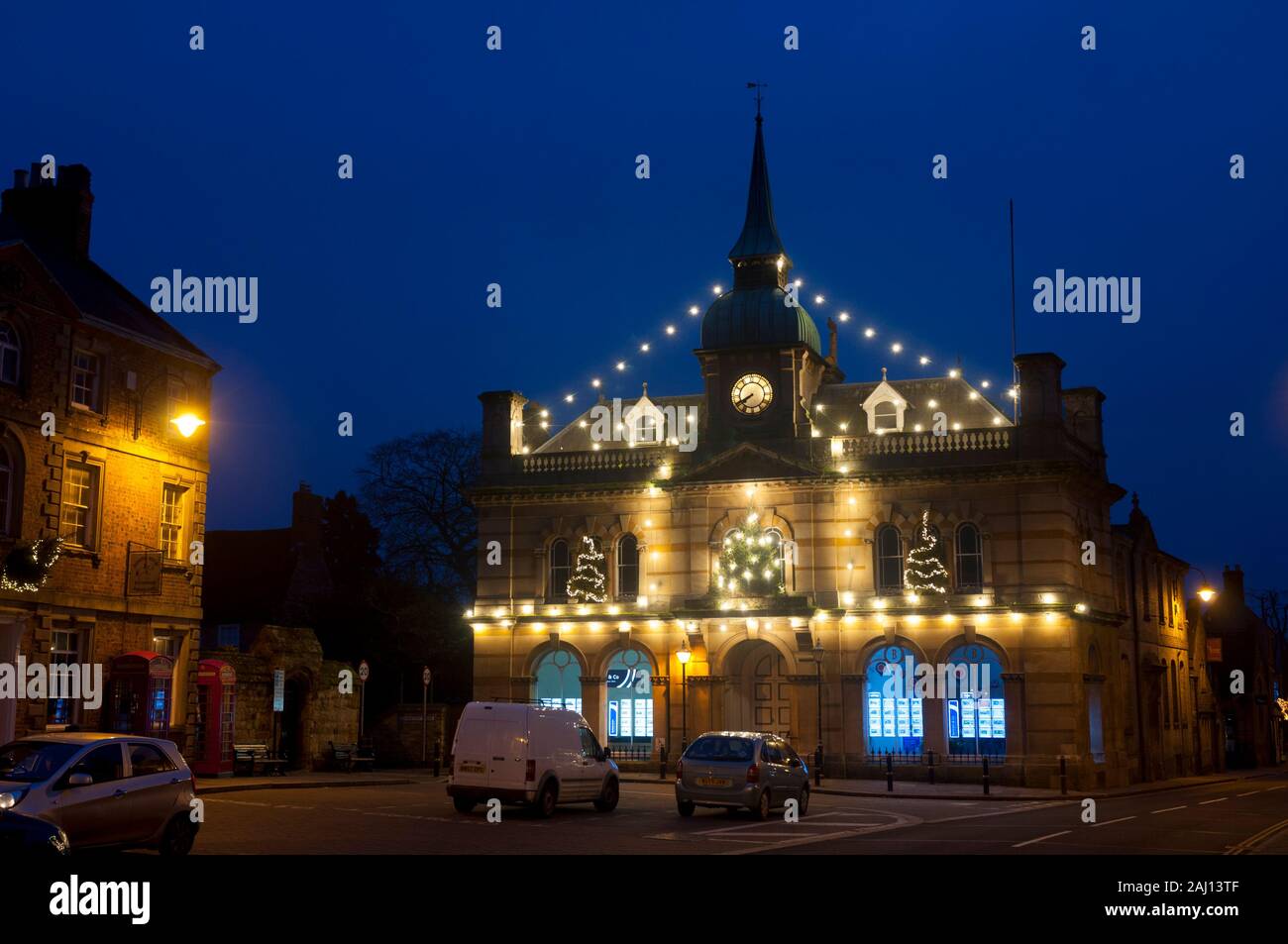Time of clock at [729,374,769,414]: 7:40
